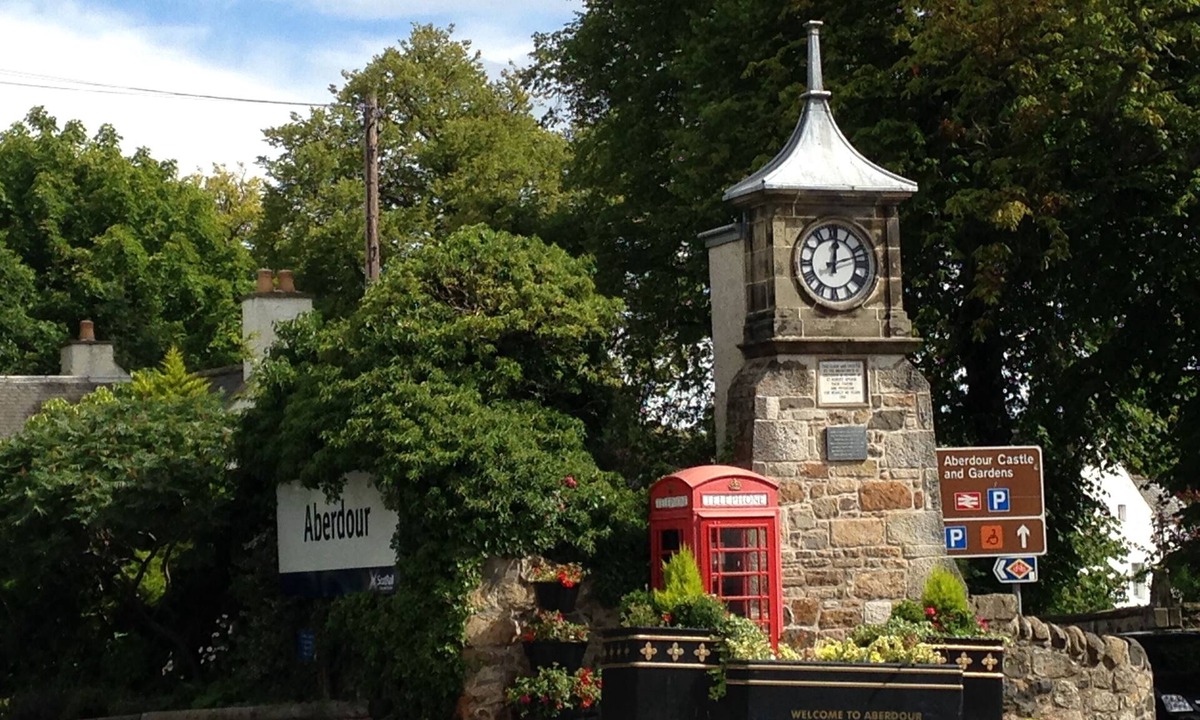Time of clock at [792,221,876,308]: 12:12
